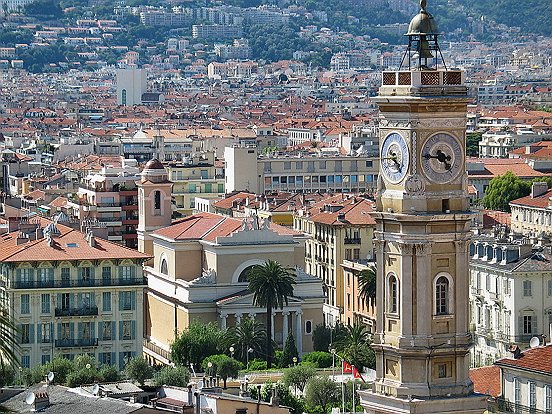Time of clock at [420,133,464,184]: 4:45
